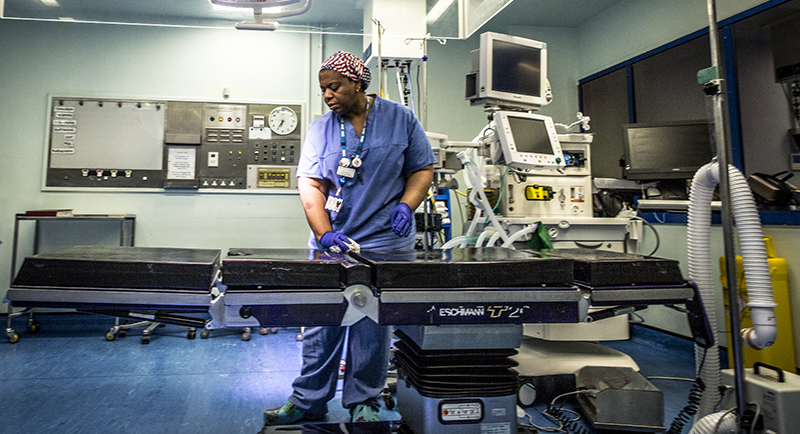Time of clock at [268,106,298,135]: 6:35
